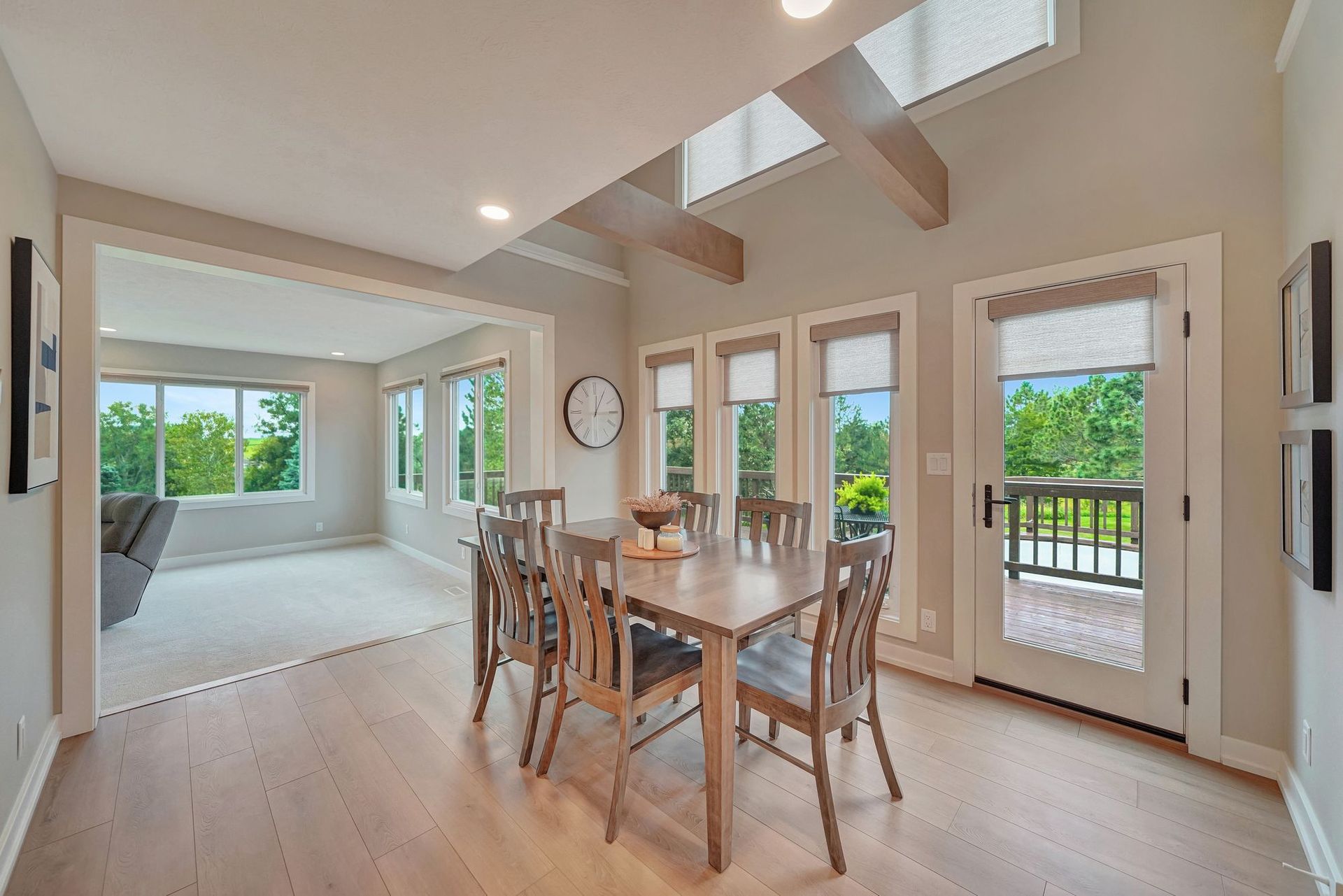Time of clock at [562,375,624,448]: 12:04
